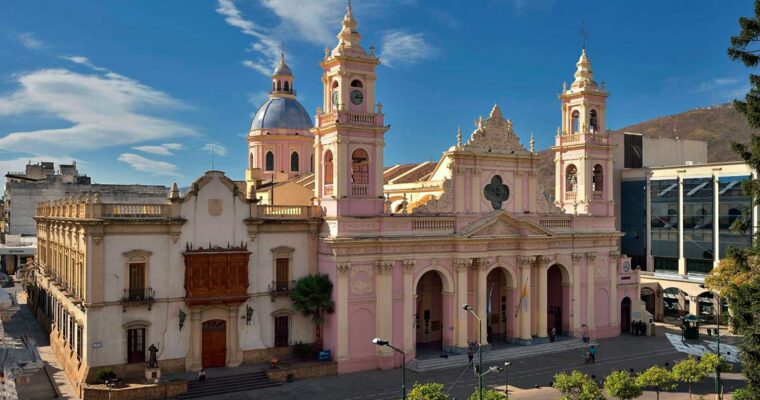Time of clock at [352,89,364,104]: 1:14
